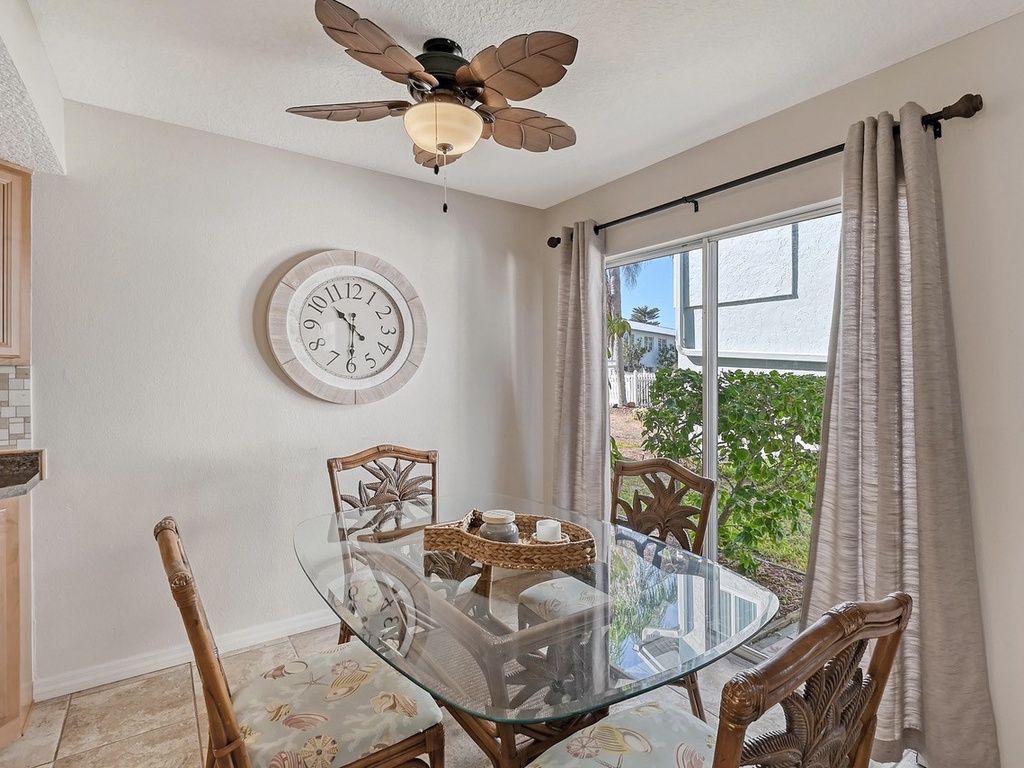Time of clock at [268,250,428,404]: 10:30
